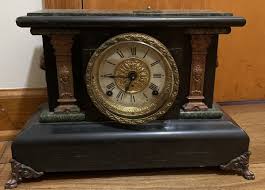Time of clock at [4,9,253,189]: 6:45
